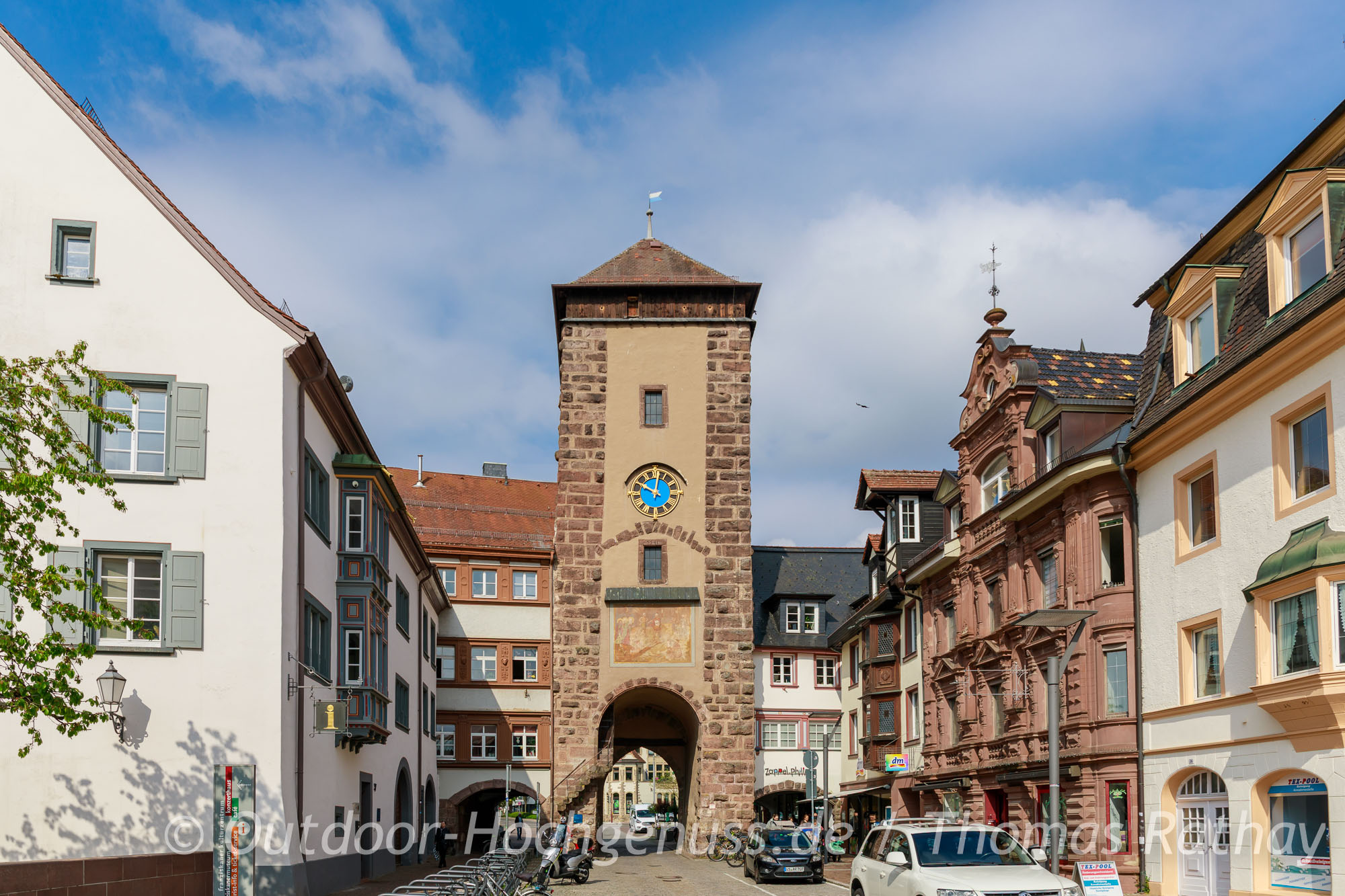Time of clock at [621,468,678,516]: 10:01
